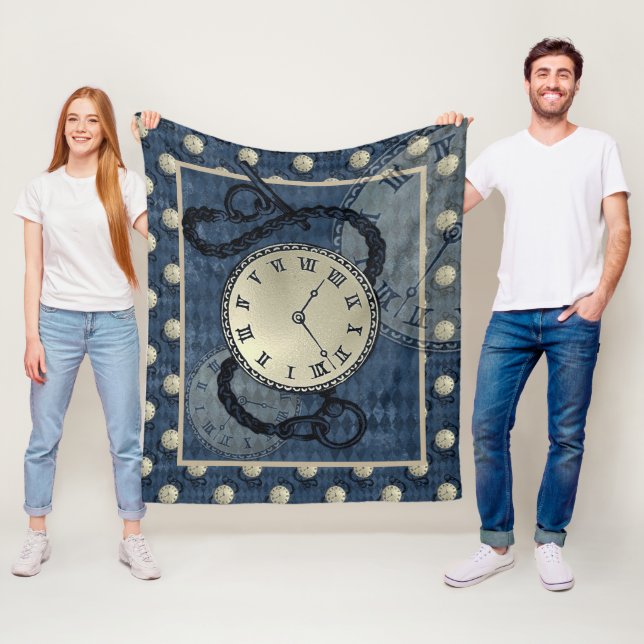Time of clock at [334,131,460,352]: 1:22
